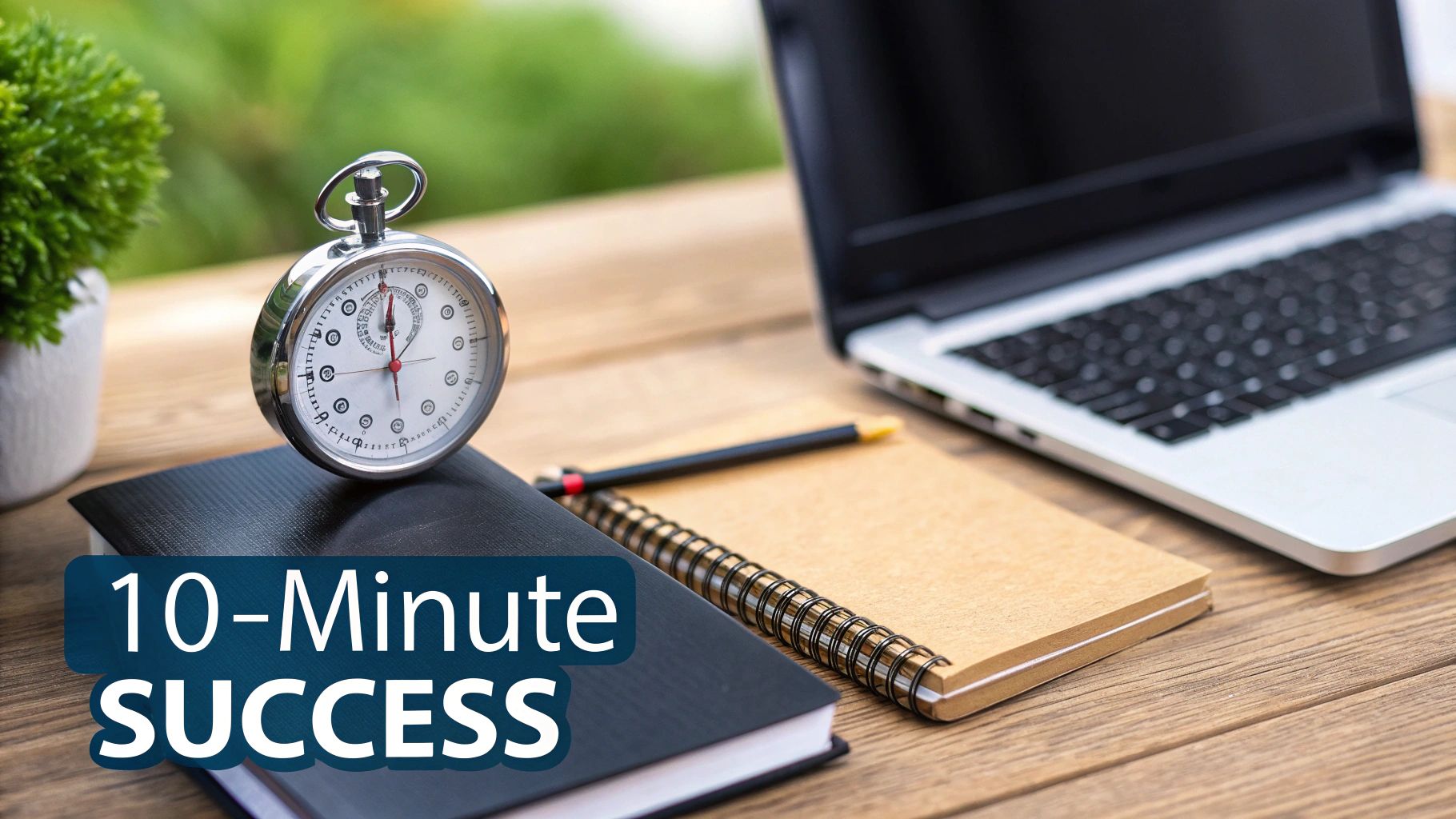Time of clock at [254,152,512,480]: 12:00
